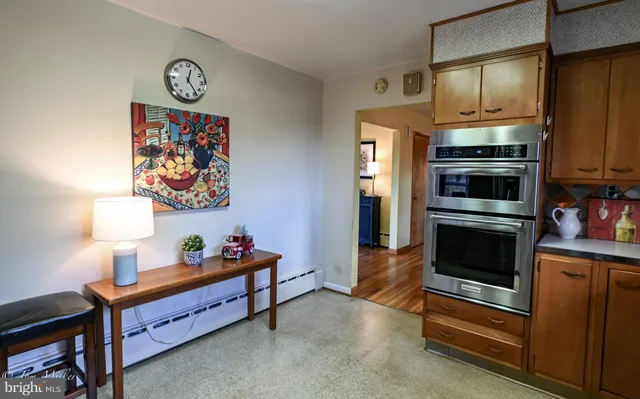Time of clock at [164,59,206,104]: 12:23
